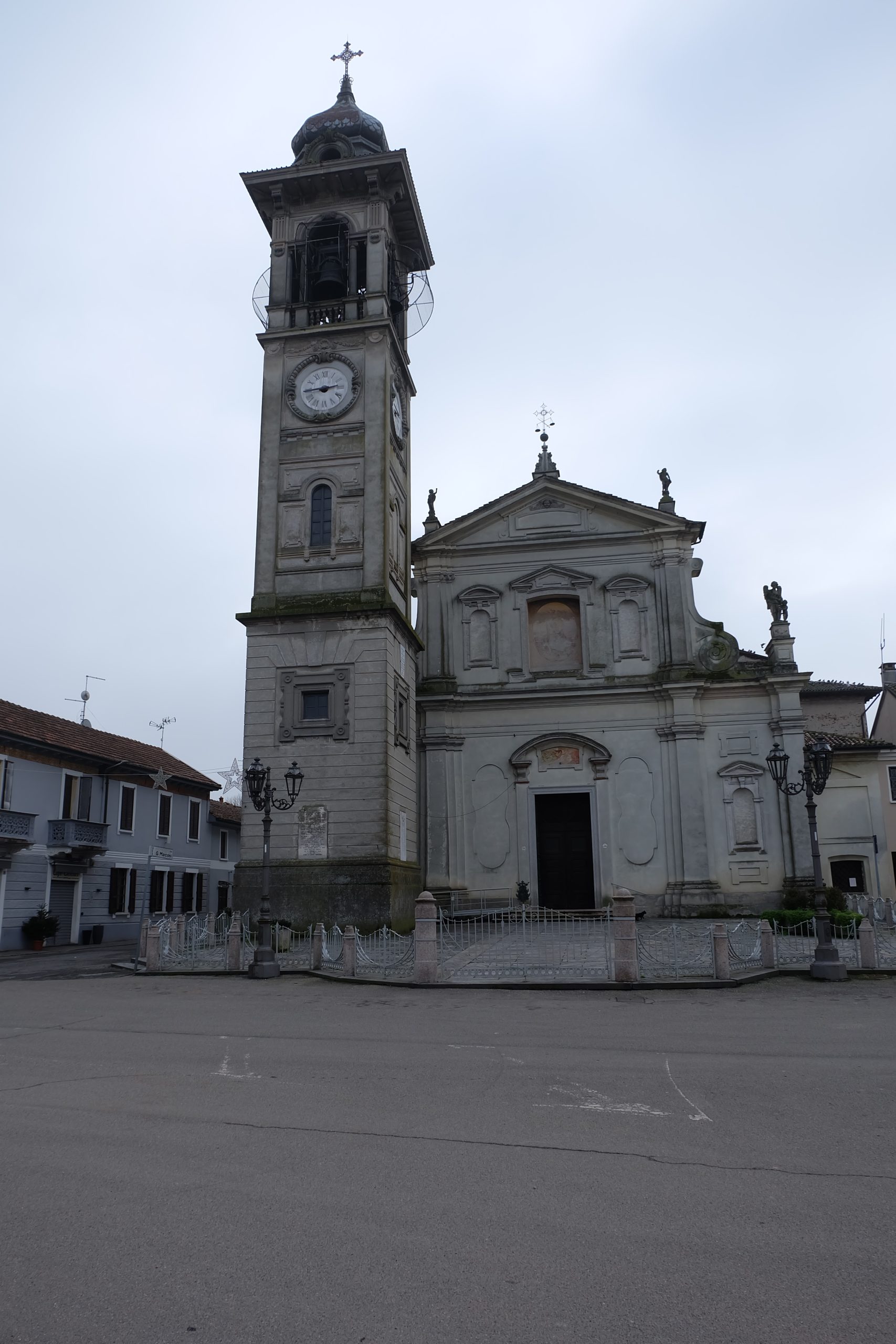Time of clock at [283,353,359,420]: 2:44
